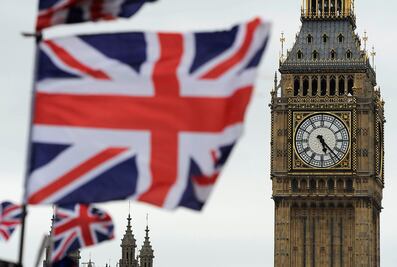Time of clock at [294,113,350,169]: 5:22
